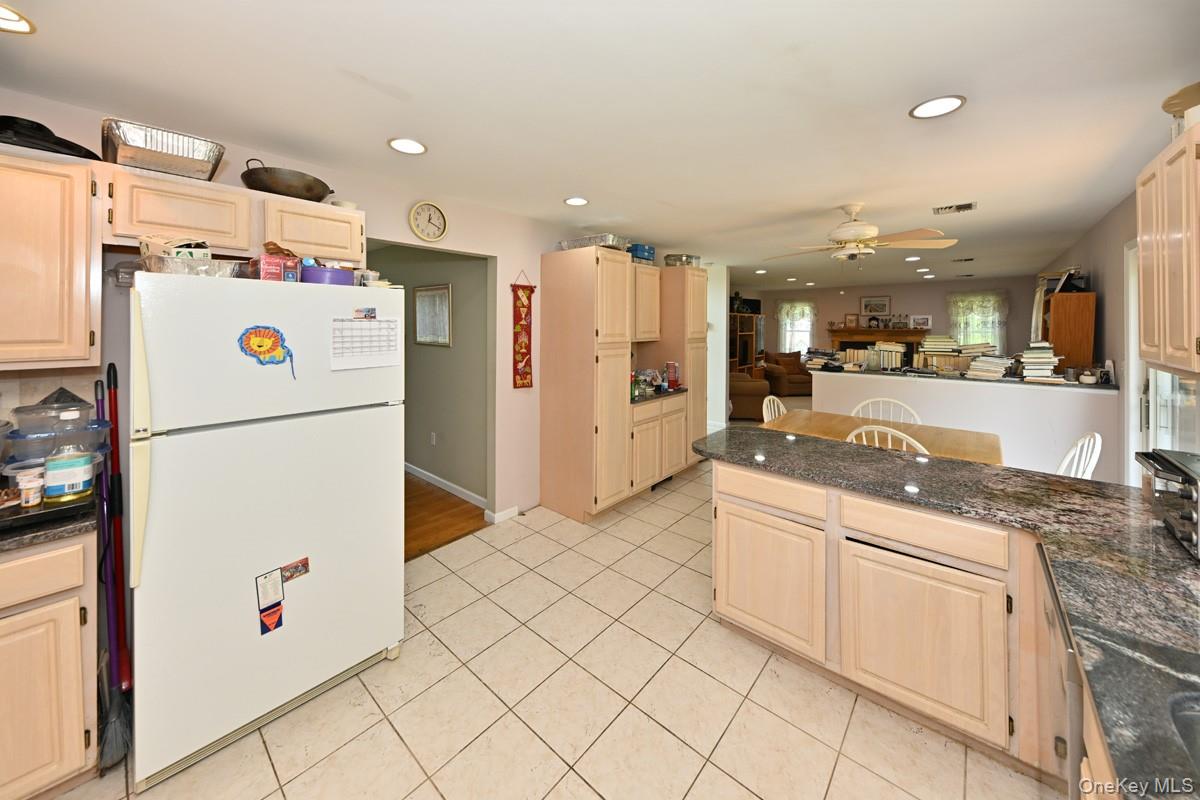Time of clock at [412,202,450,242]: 12:18
